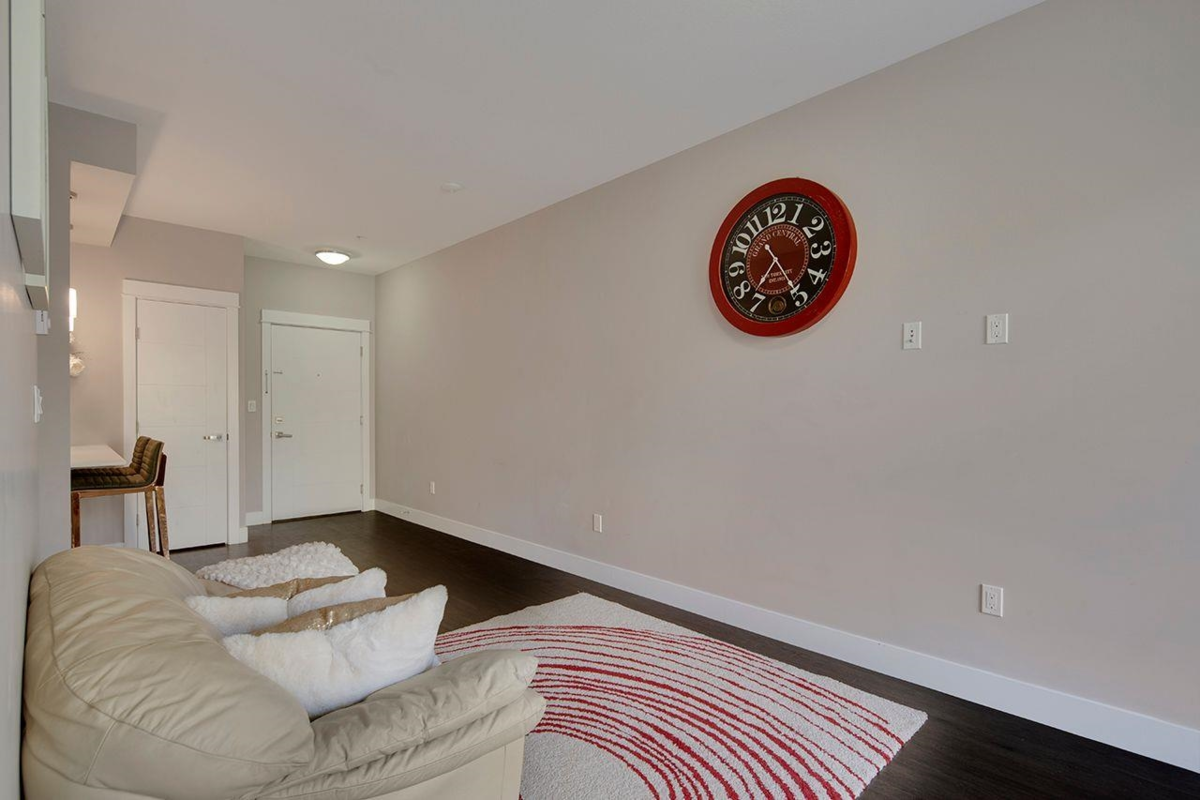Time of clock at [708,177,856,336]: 7:25
